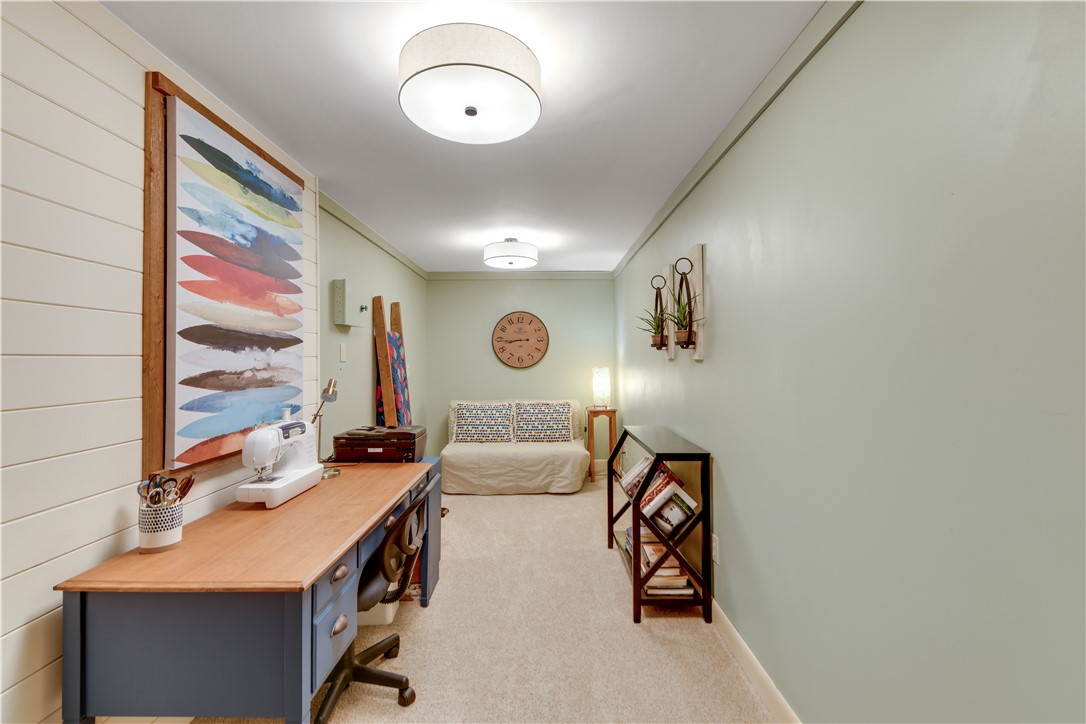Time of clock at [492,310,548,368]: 8:43
